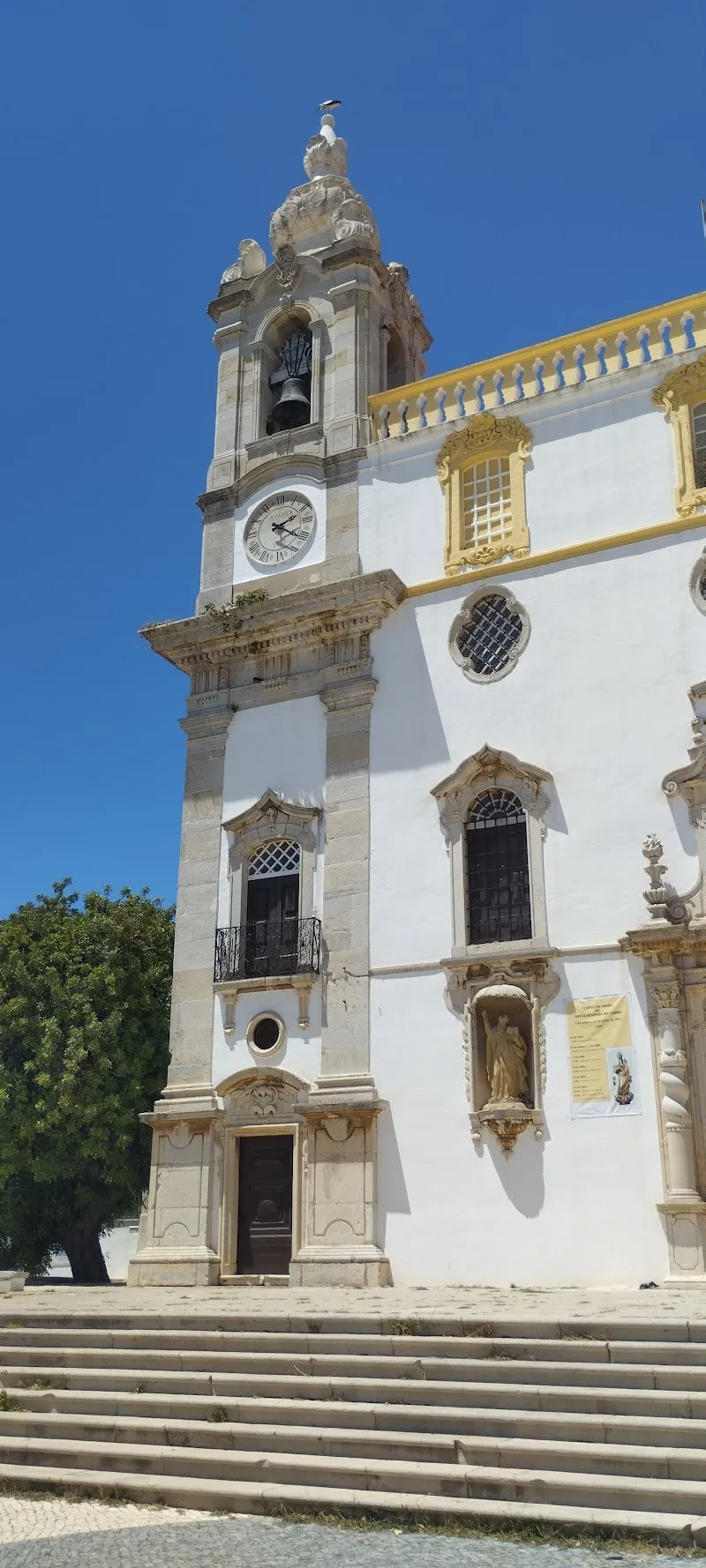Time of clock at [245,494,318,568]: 2:21
